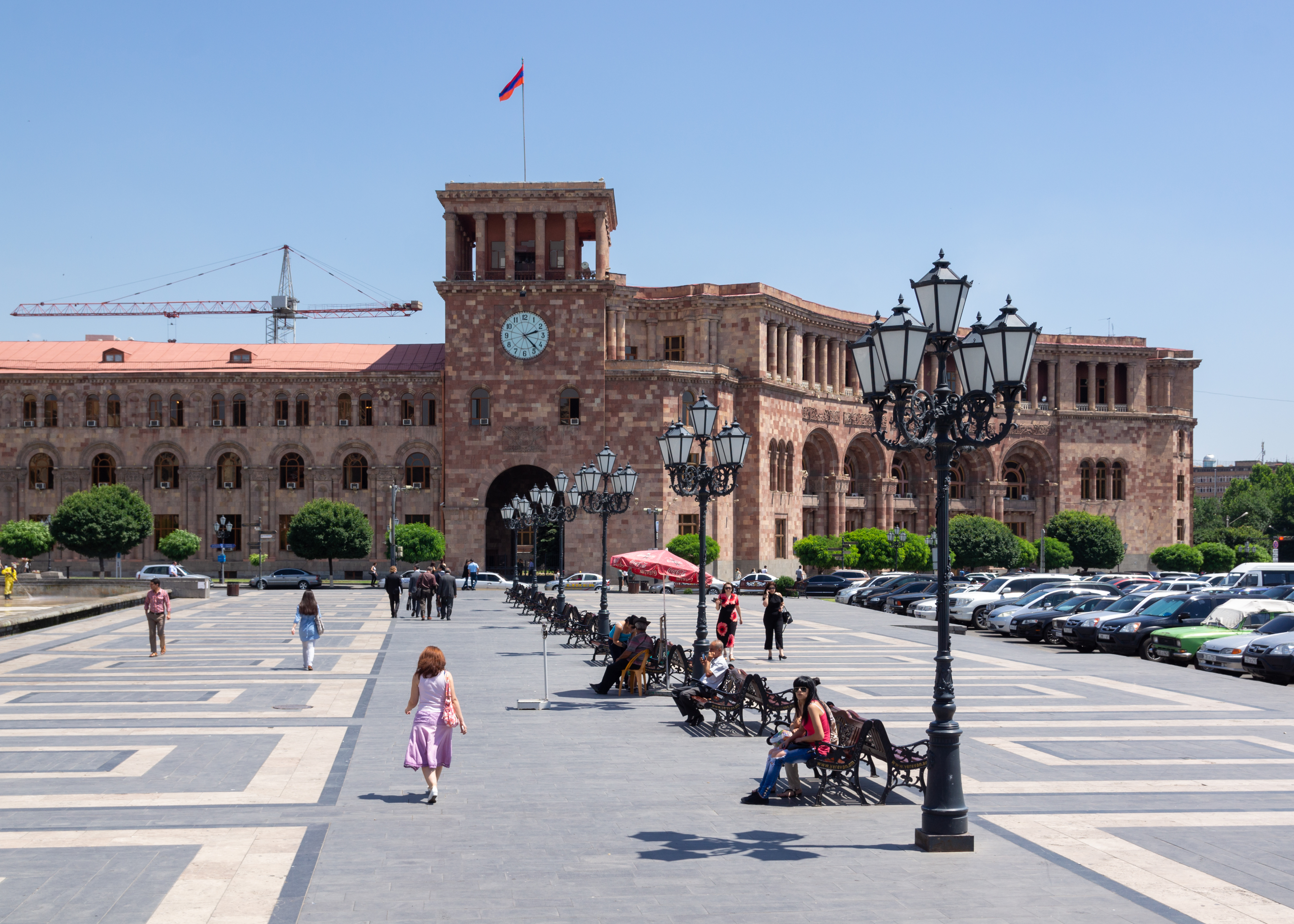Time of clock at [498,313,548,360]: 2:22
